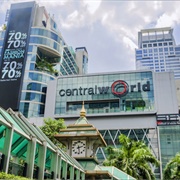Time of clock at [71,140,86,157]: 2:28
